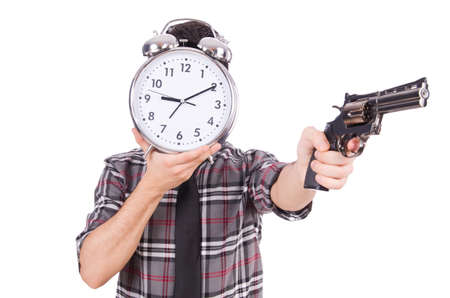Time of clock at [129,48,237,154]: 9:10
